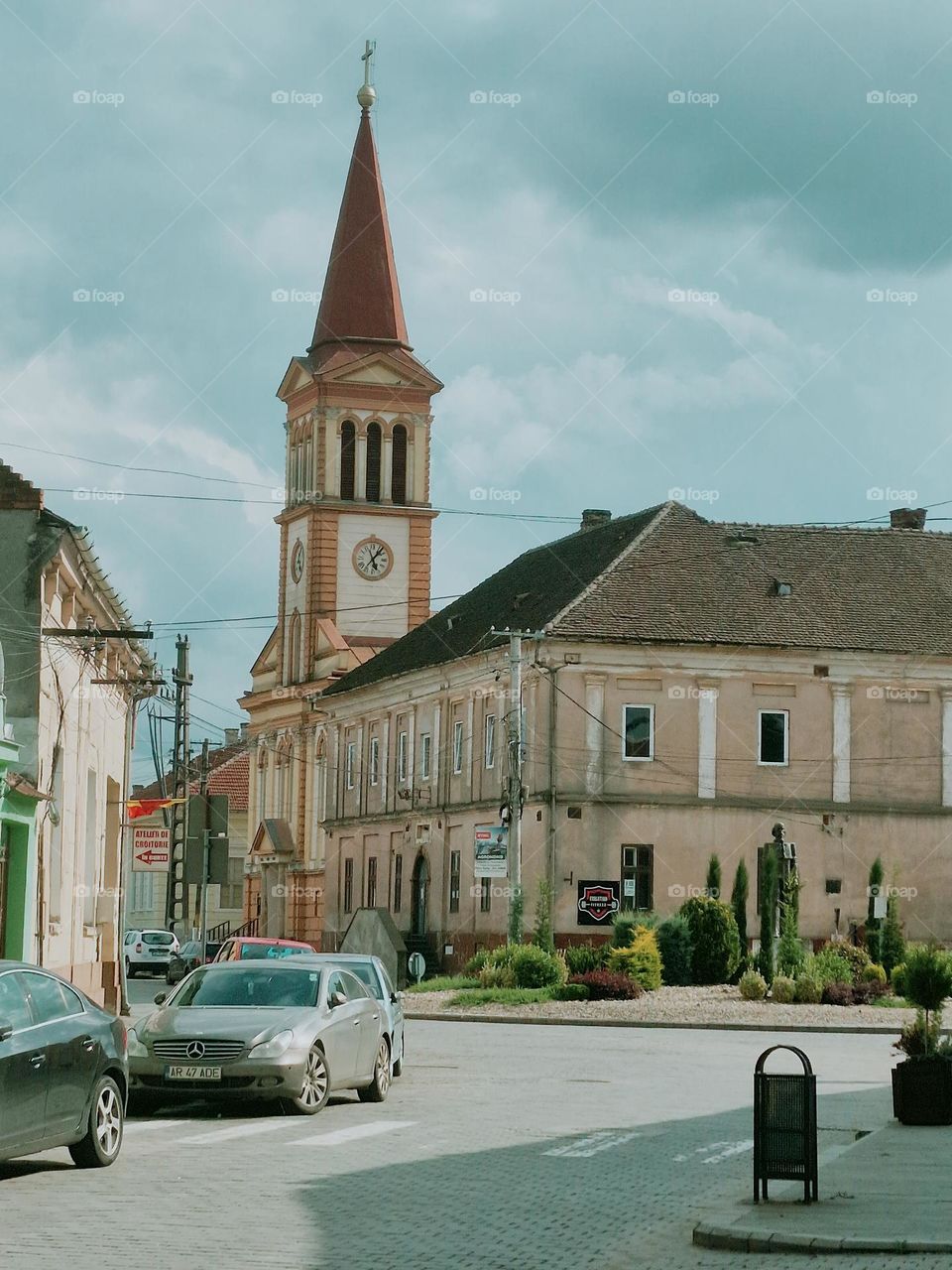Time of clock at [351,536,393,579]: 5:06
